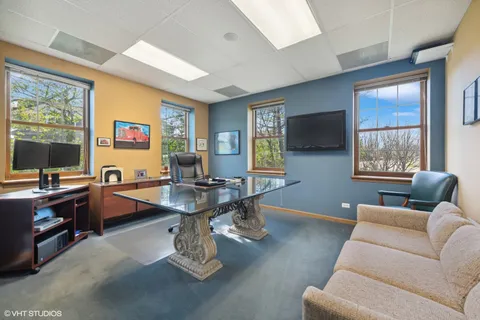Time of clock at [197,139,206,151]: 4:42
